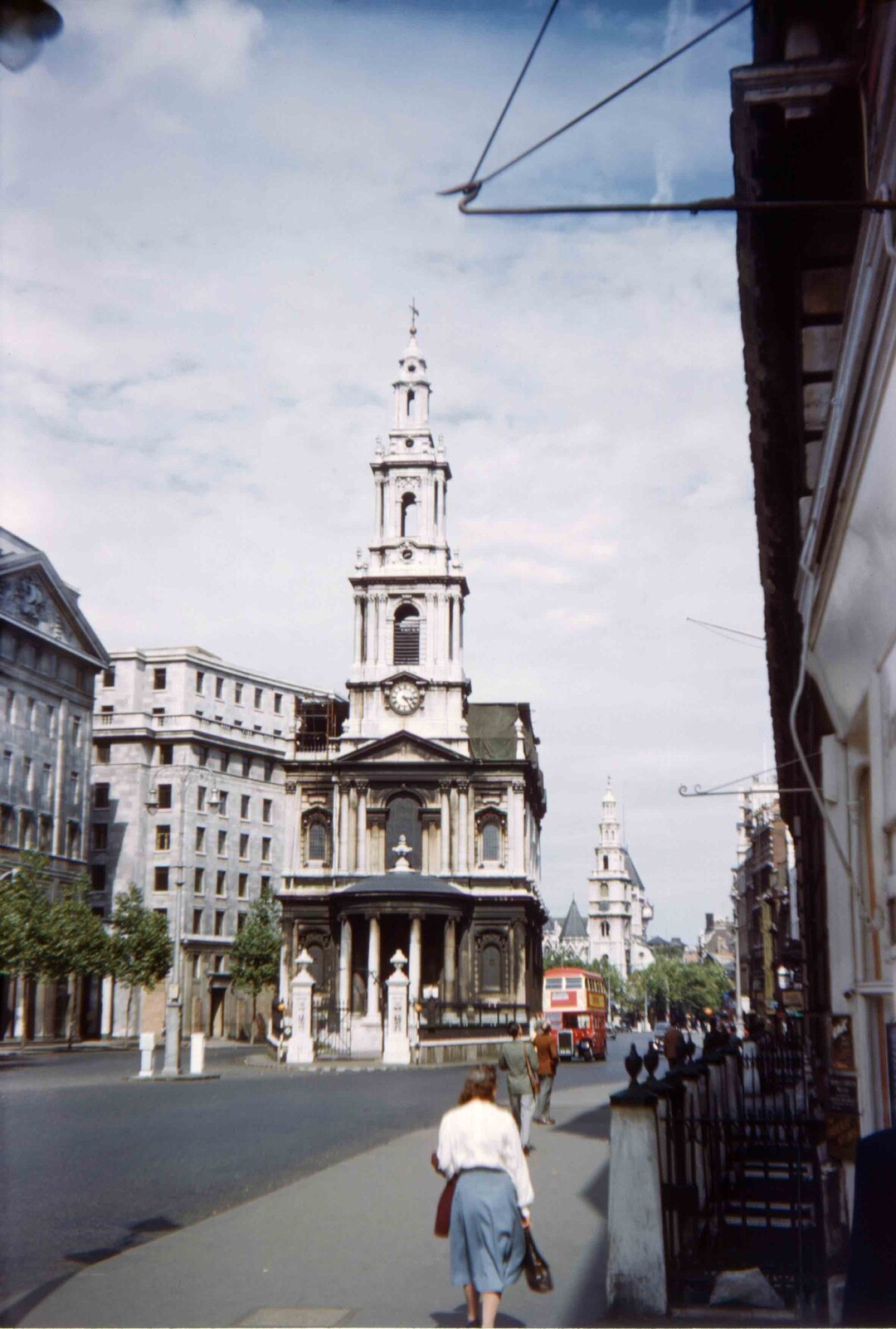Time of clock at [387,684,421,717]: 3:23
